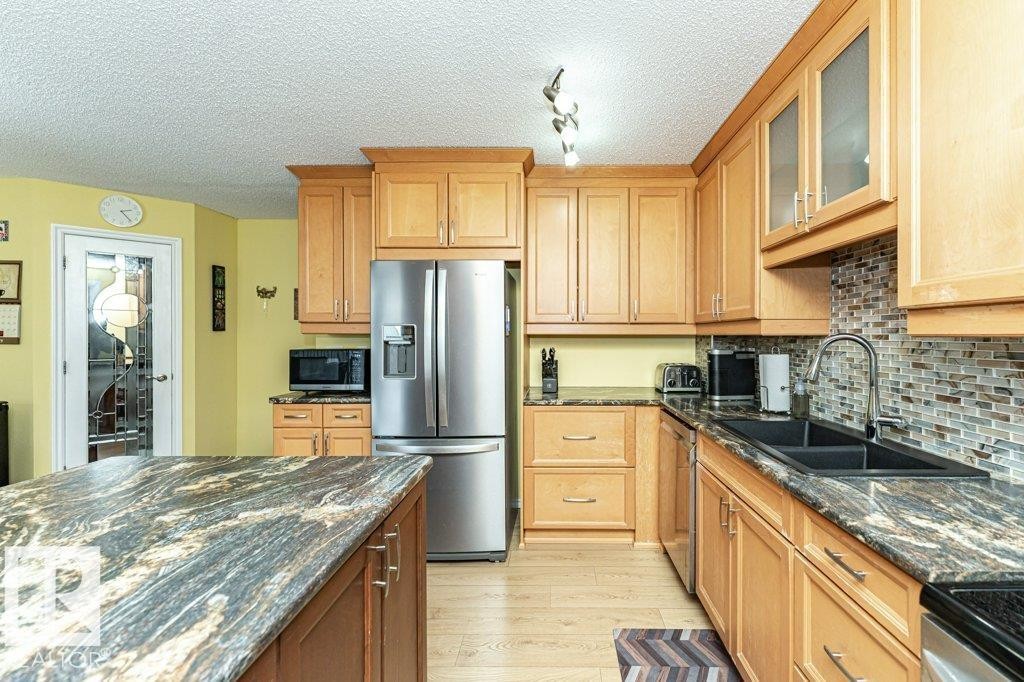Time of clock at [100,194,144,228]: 2:23
